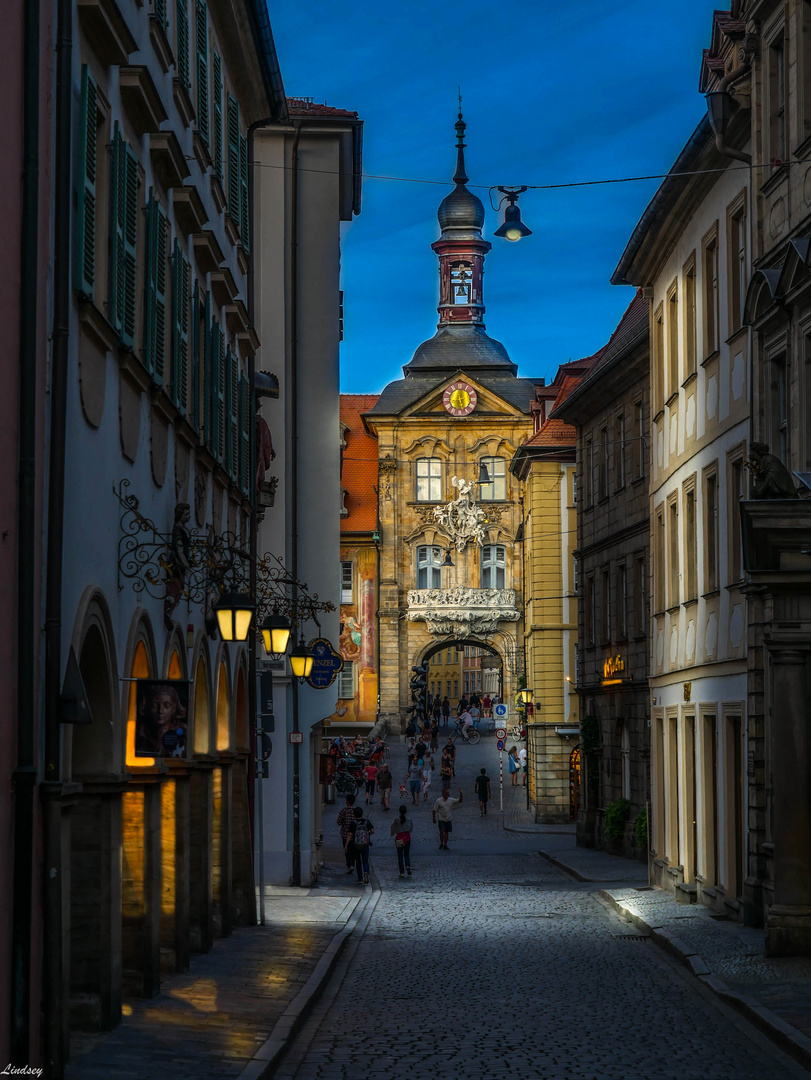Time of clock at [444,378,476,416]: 12:28
